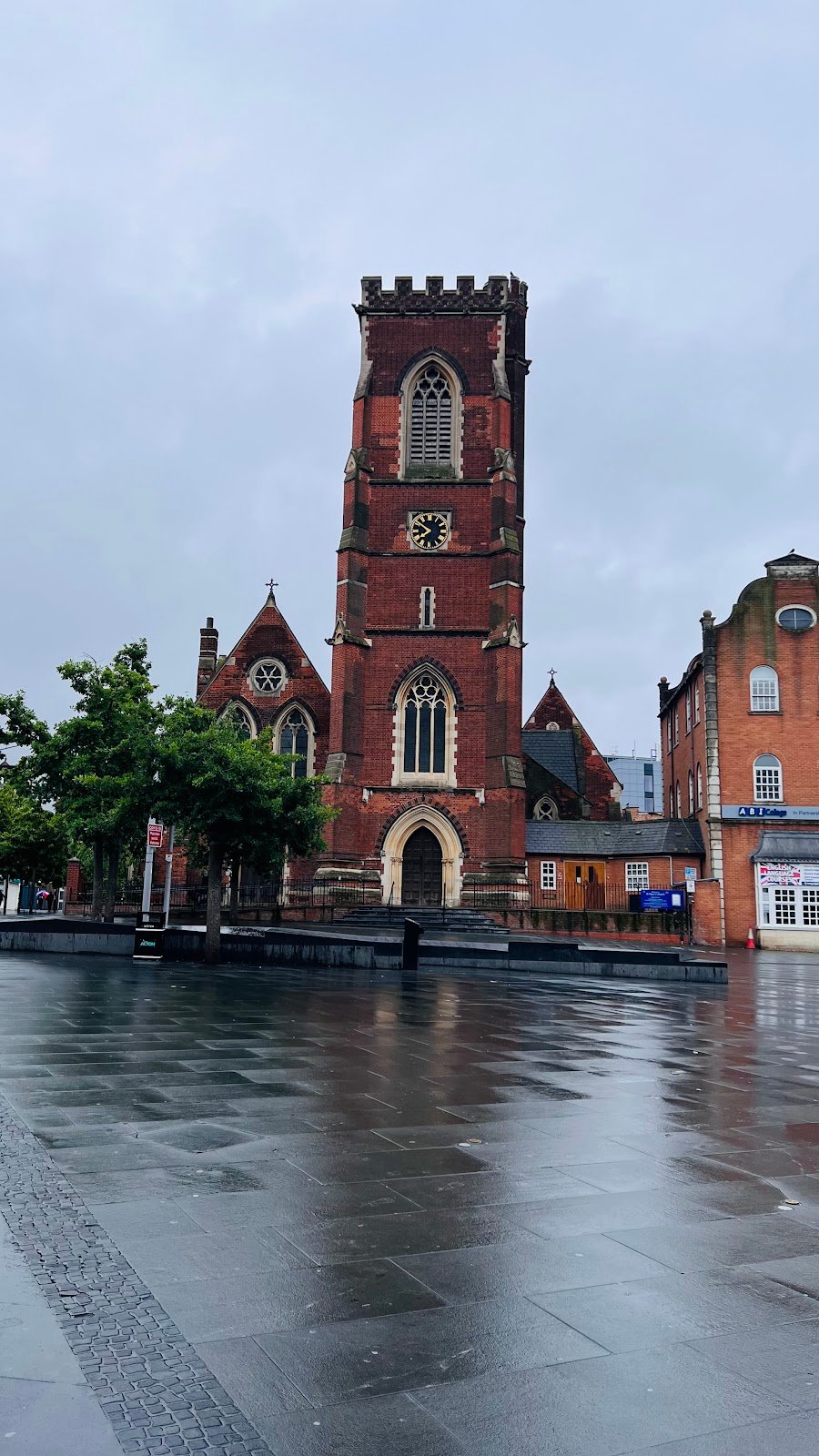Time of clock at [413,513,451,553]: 7:51
